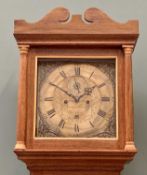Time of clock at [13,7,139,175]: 1:50
